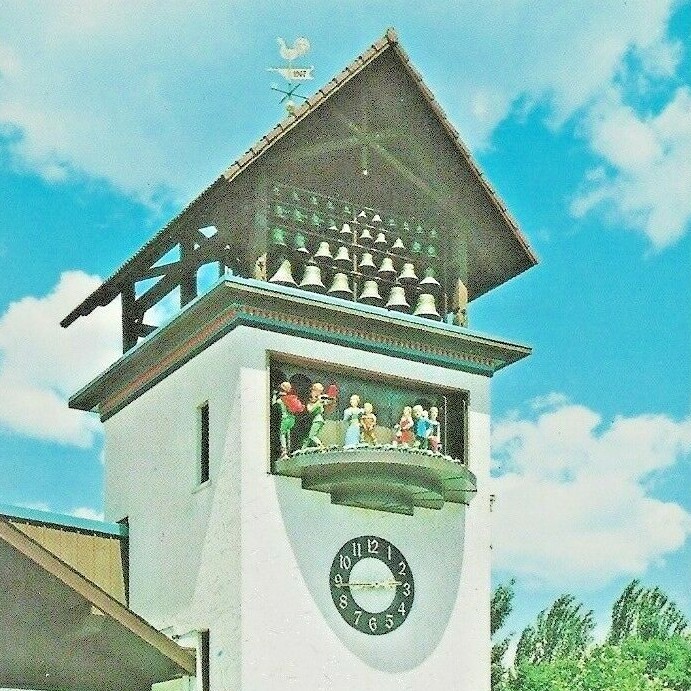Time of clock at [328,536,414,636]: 2:44
